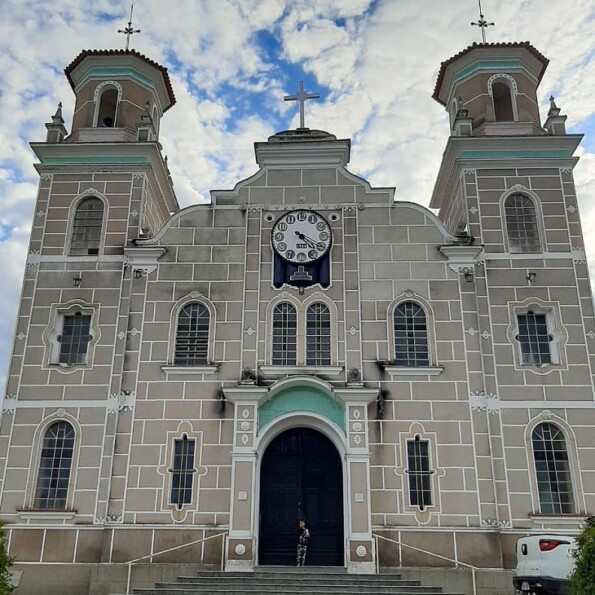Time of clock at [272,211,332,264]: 4:19
